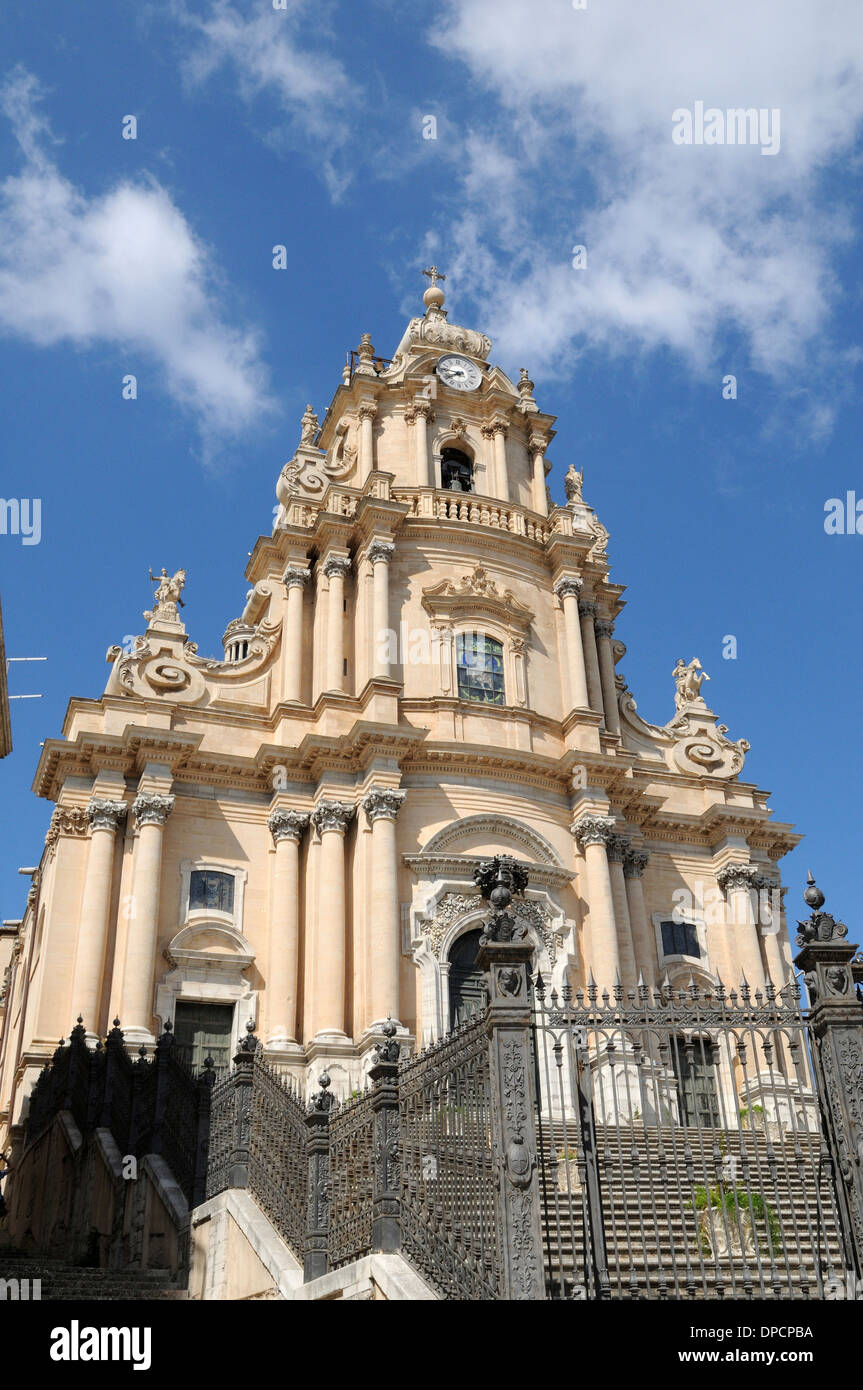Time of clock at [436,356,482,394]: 7:45
